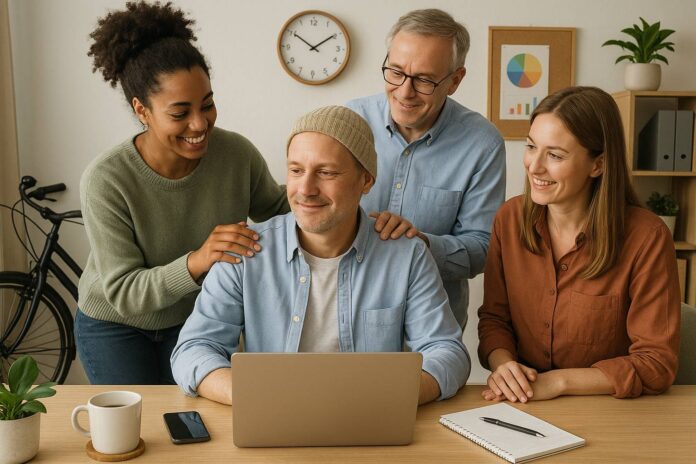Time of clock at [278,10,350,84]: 1:50
